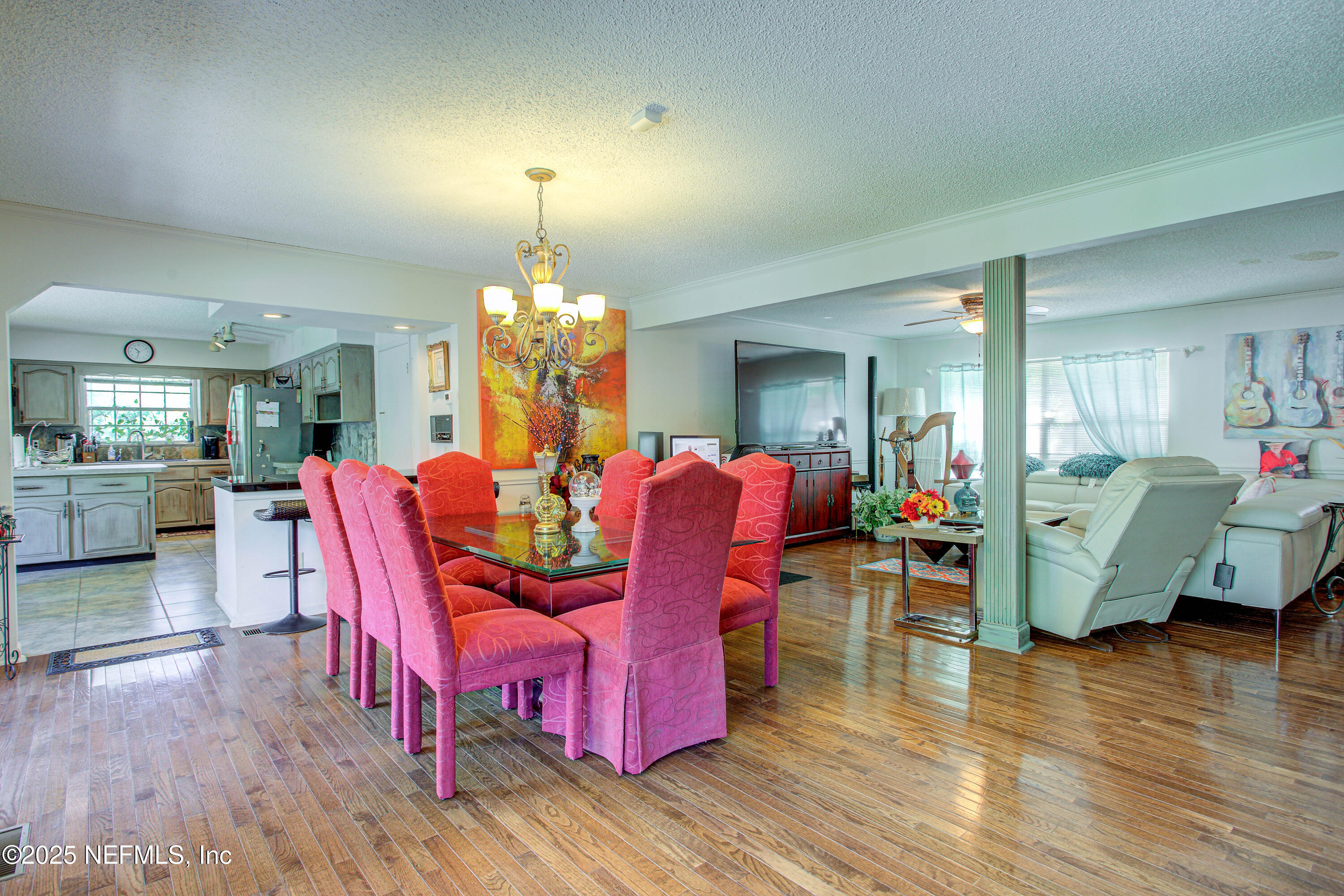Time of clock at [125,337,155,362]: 10:33
